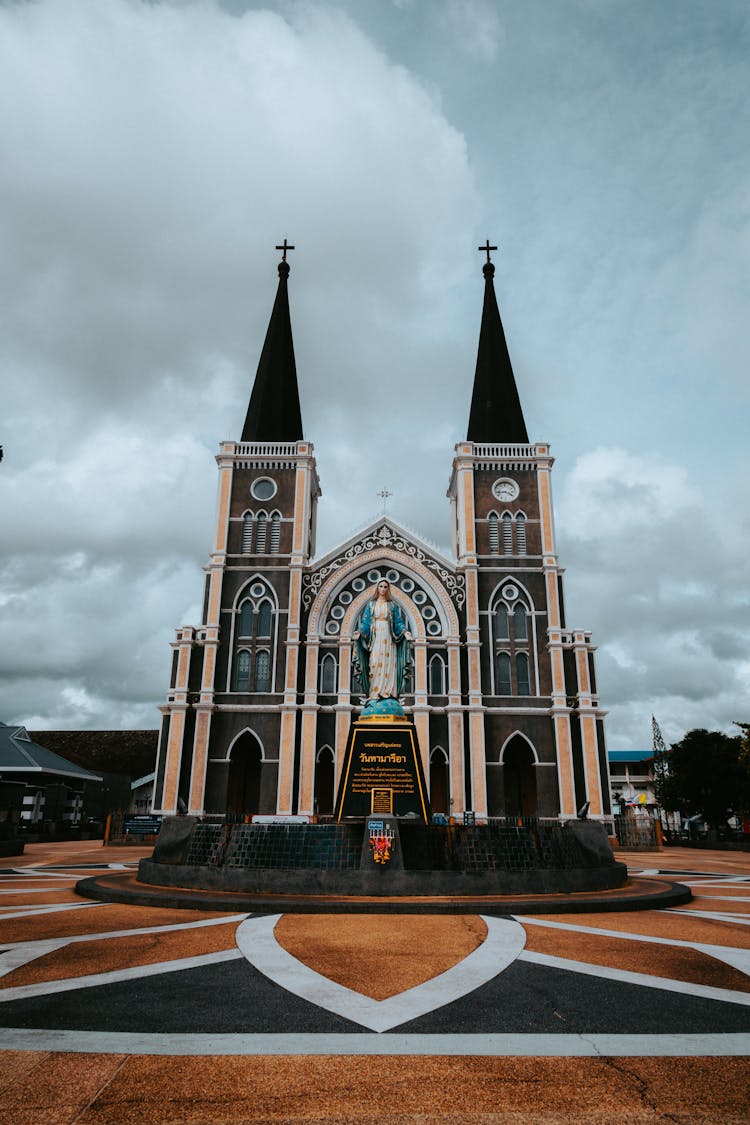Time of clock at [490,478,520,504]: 3:43
